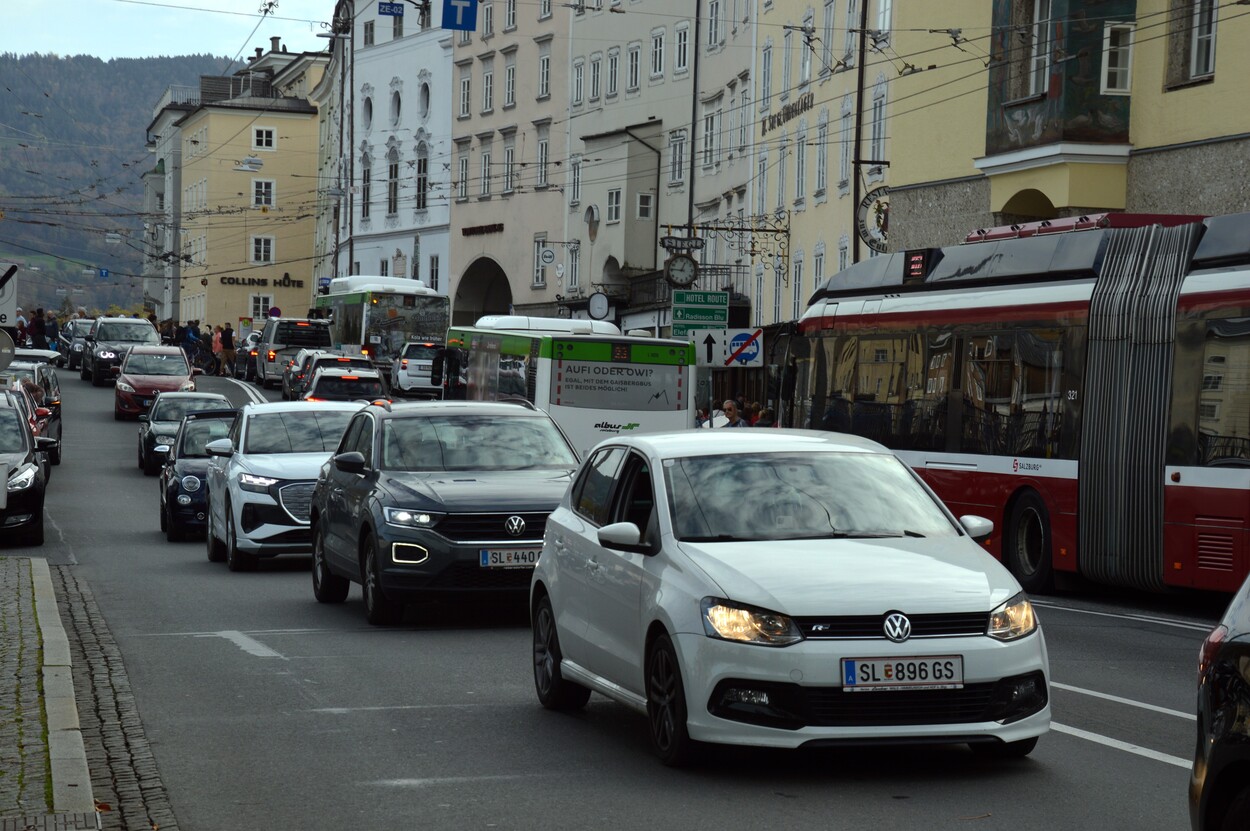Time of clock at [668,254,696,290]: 12:46
